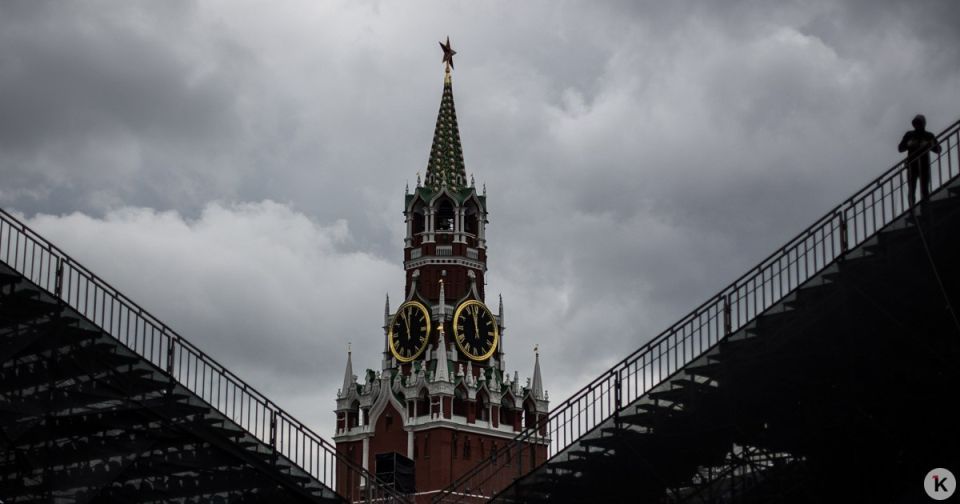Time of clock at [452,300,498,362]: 11:57
